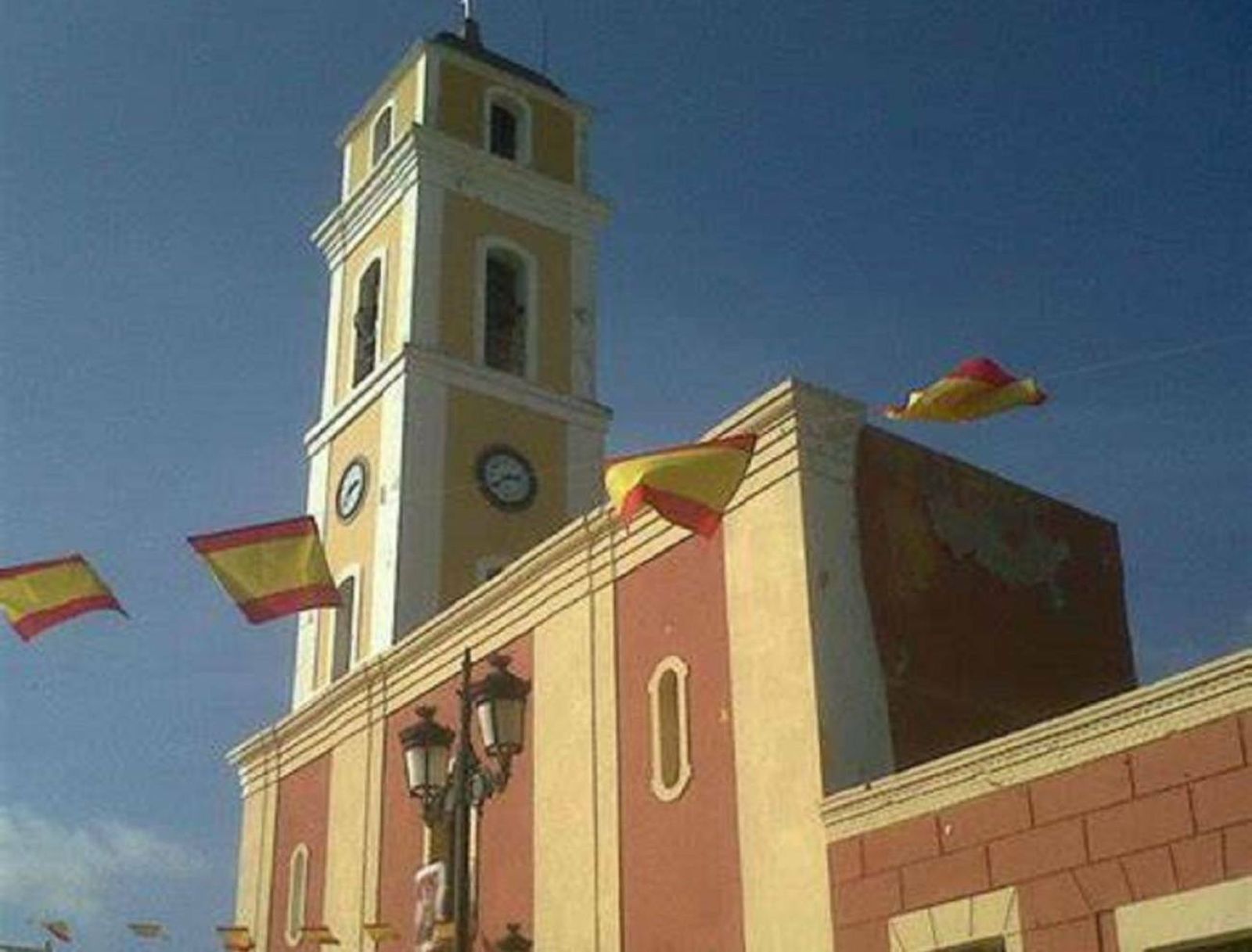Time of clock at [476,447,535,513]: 2:40
